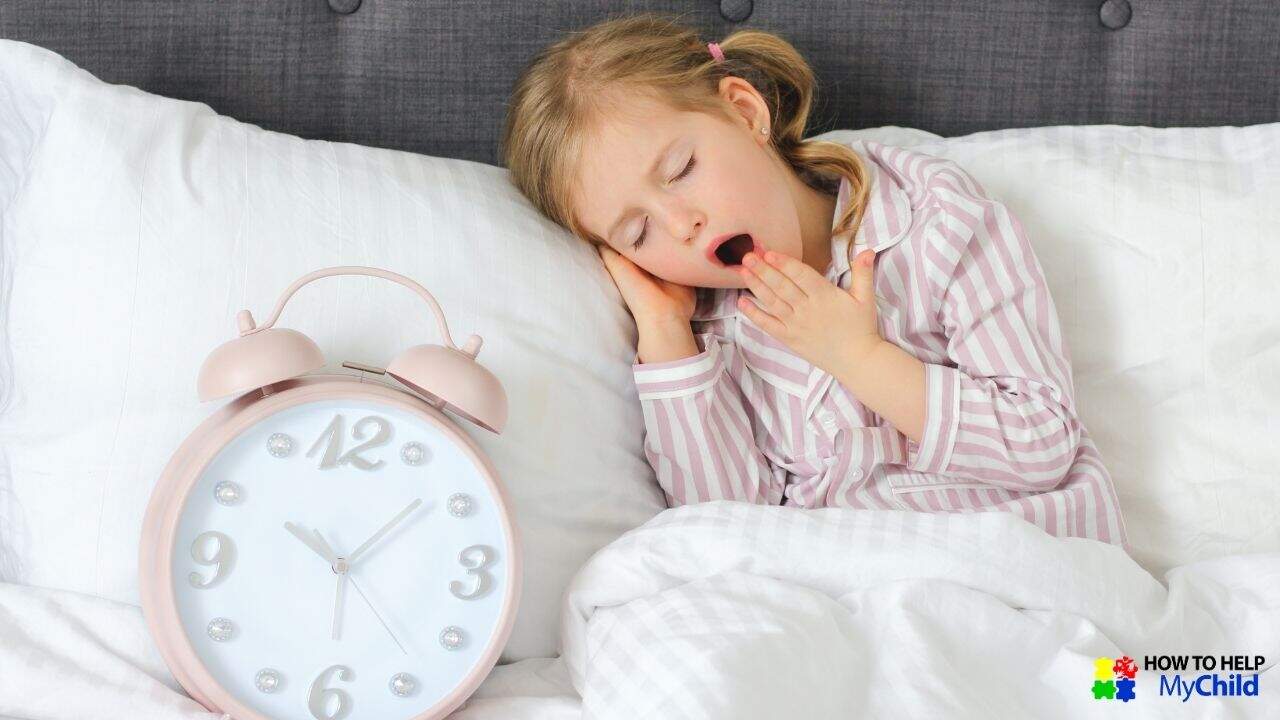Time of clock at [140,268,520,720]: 10:08
